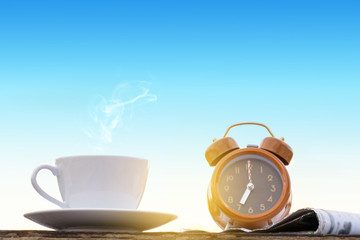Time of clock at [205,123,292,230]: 7:00
